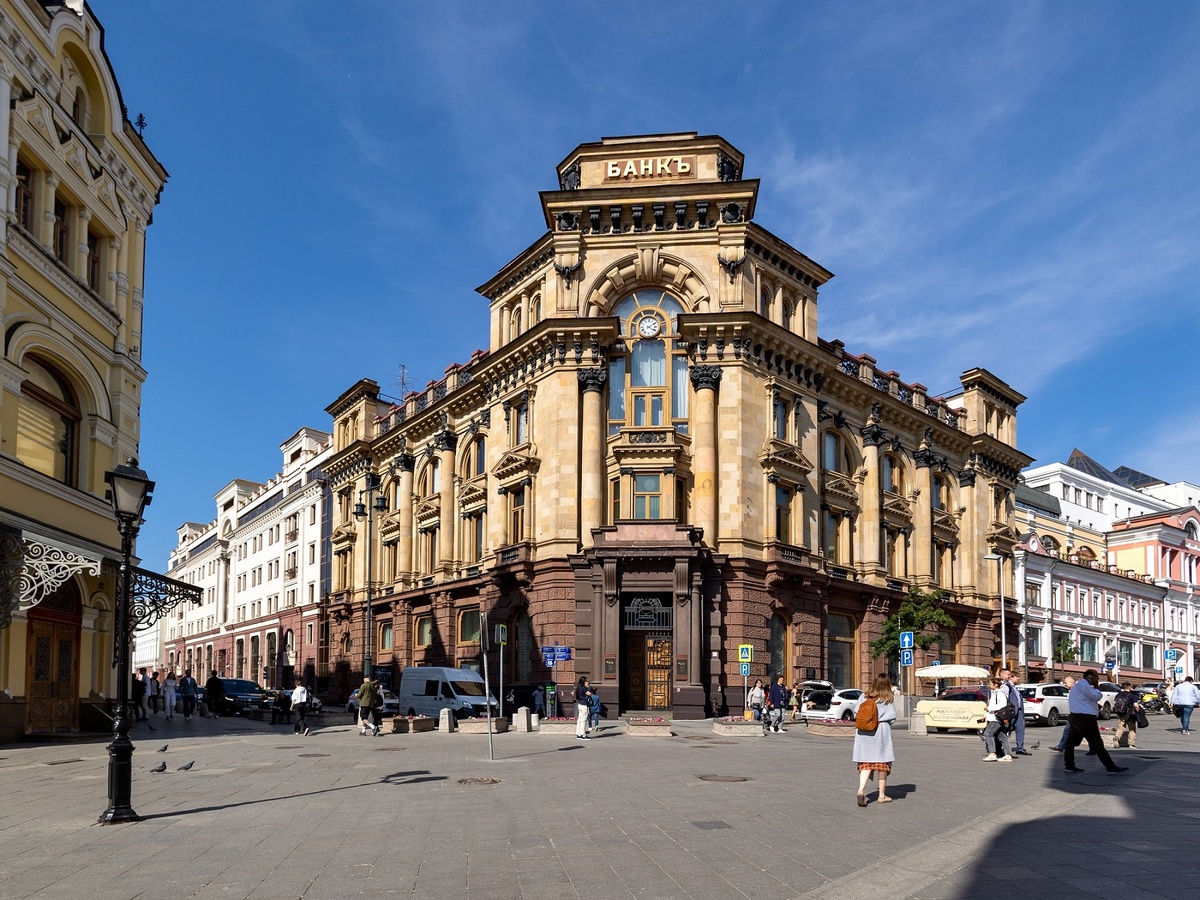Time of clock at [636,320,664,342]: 4:09
